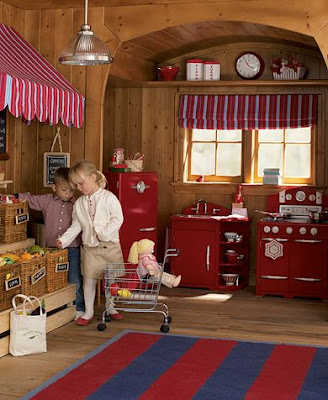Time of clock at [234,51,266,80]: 3:55
